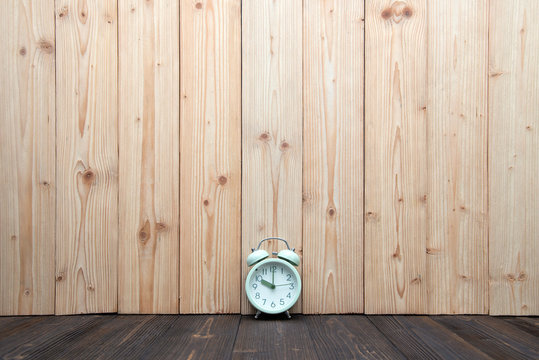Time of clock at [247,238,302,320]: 10:00
